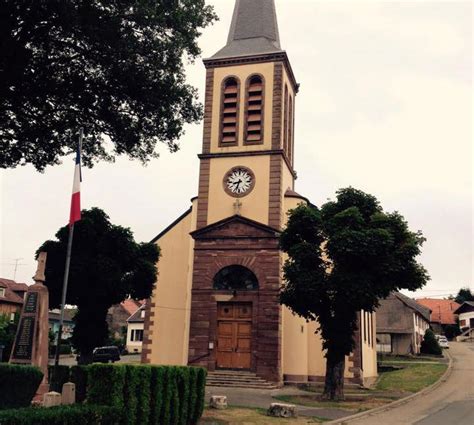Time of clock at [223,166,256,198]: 8:33
